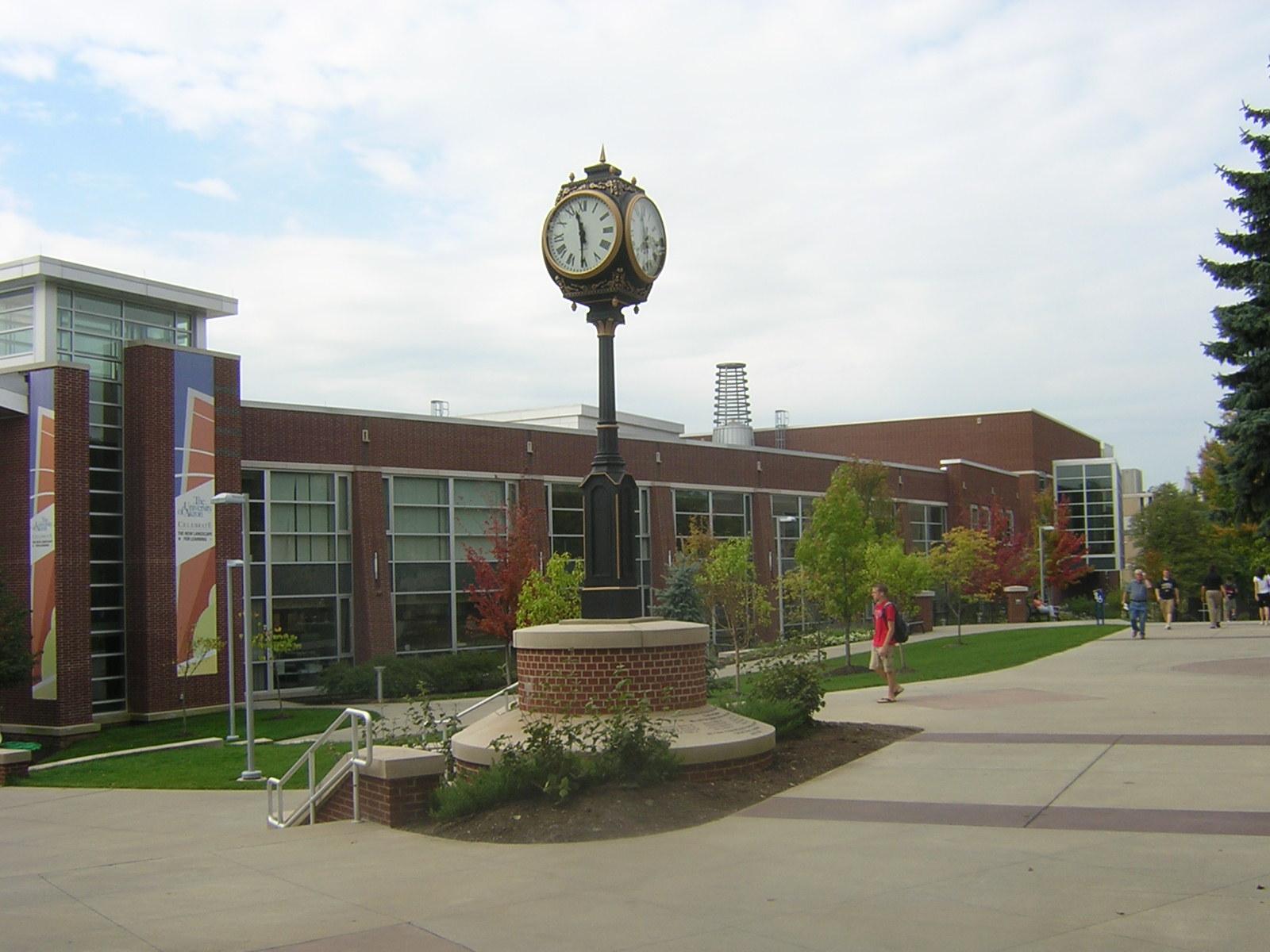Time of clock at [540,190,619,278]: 11:30
